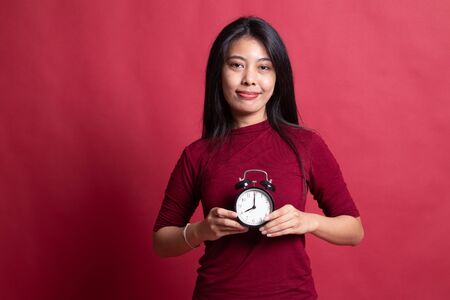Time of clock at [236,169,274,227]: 8:00
